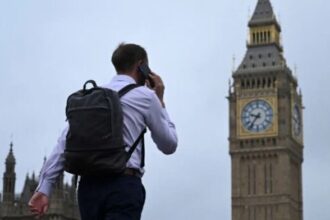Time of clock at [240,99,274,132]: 9:36
